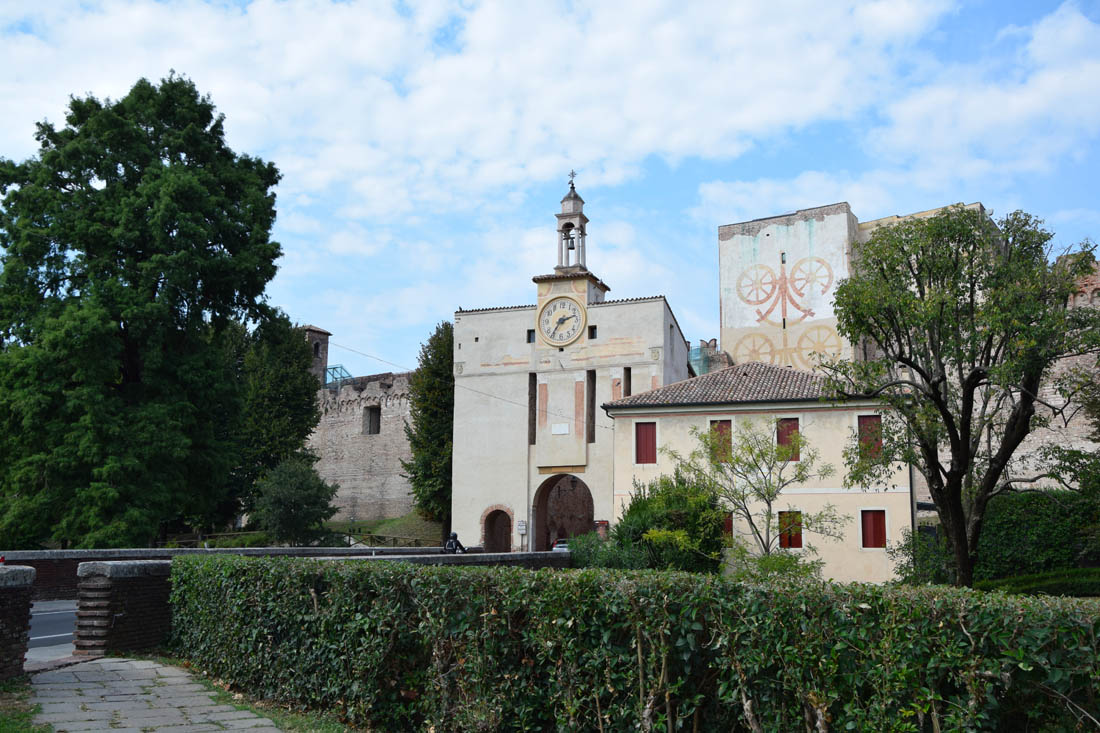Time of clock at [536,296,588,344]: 2:35
